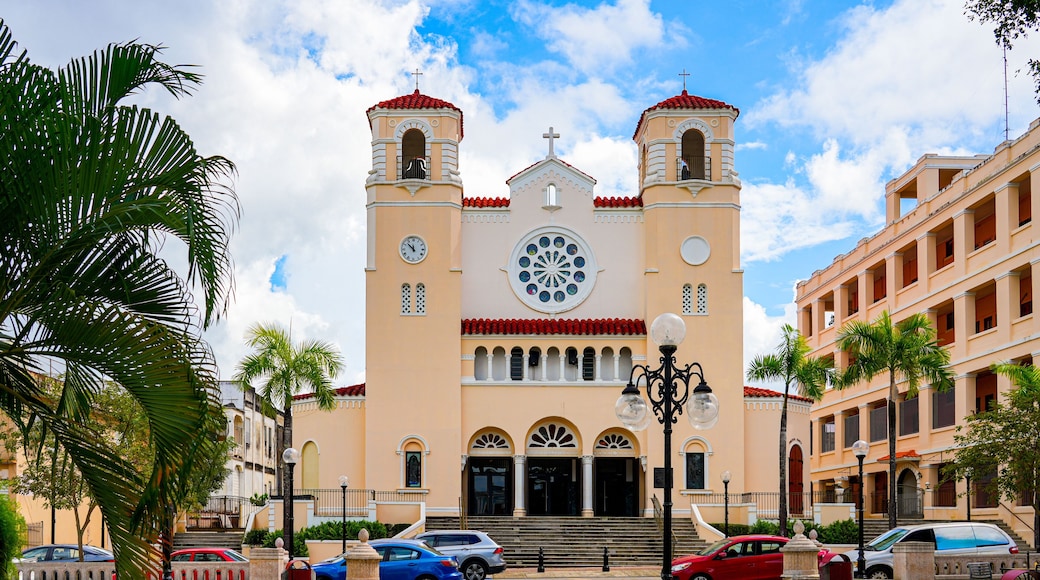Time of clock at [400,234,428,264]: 11:52
